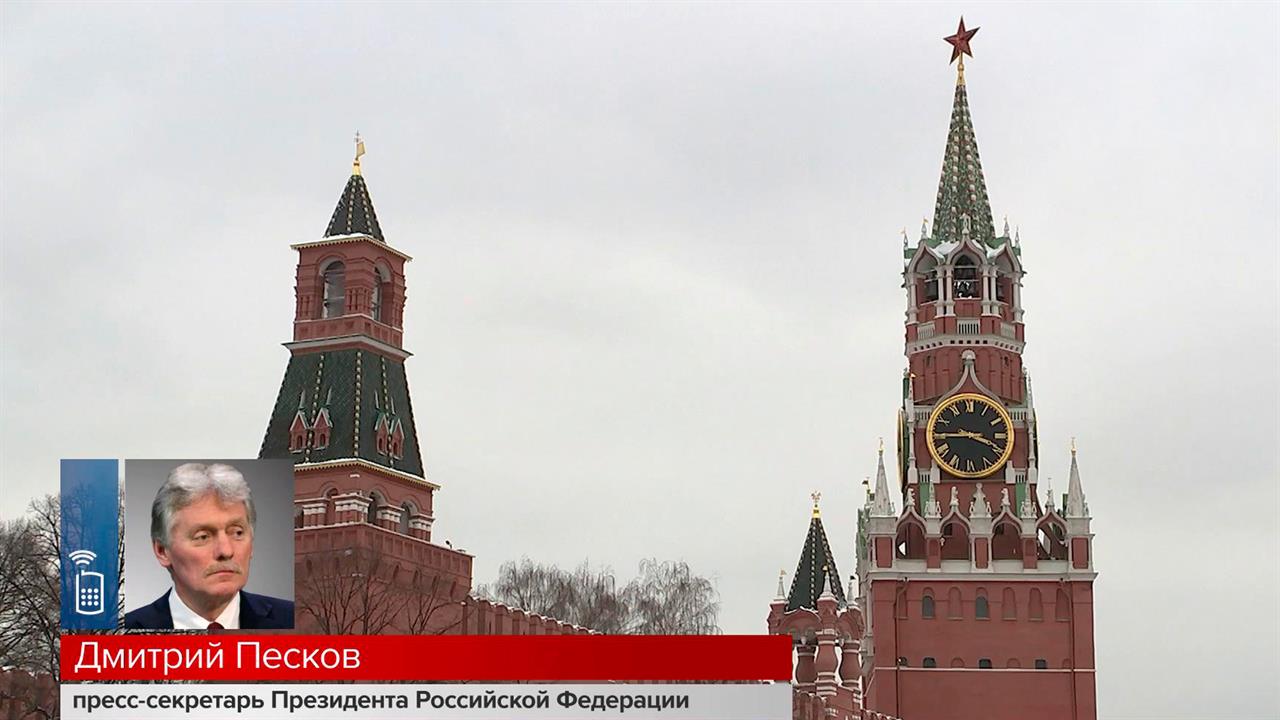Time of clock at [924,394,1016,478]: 3:44
